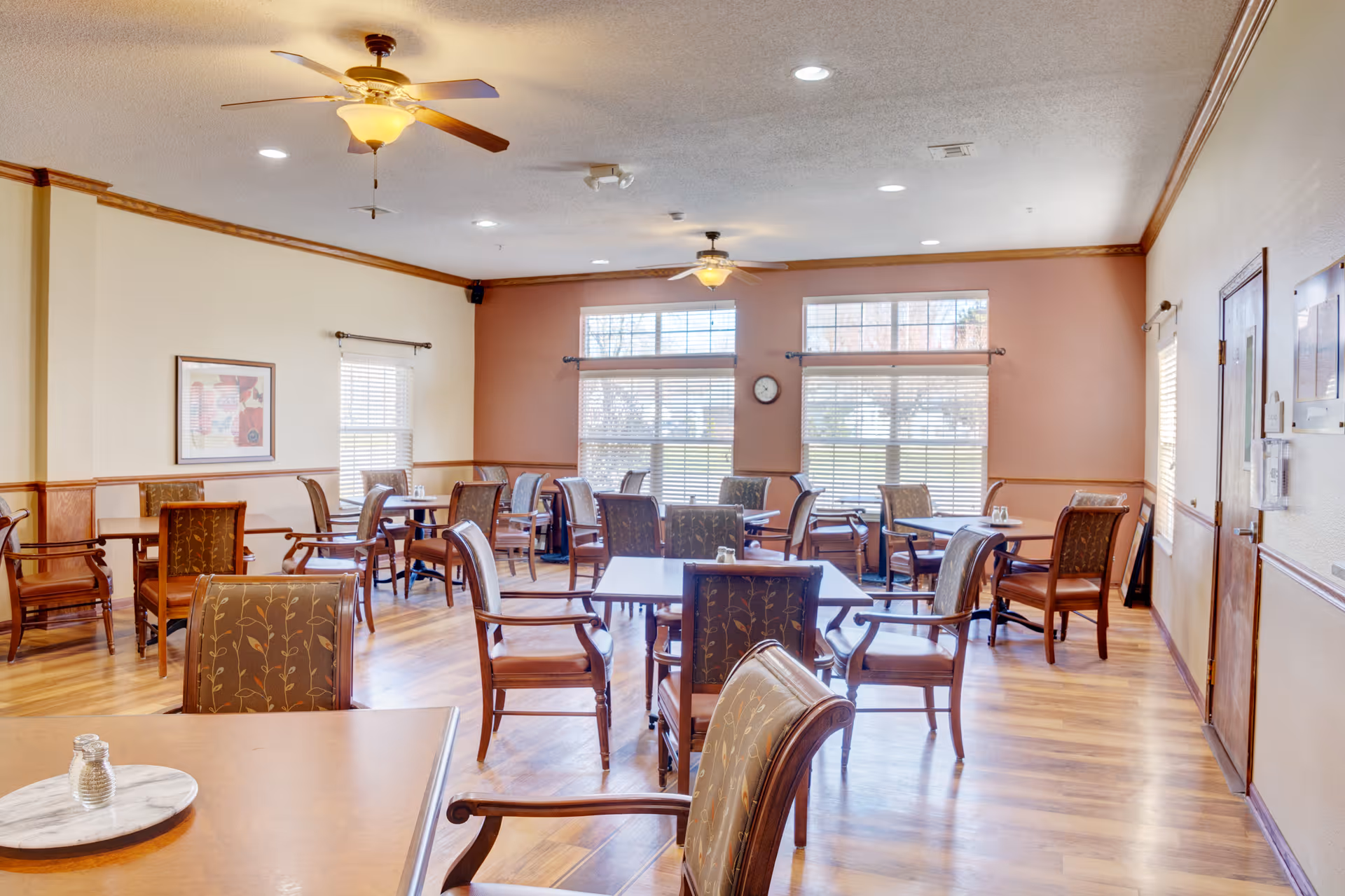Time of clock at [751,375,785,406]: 10:38
